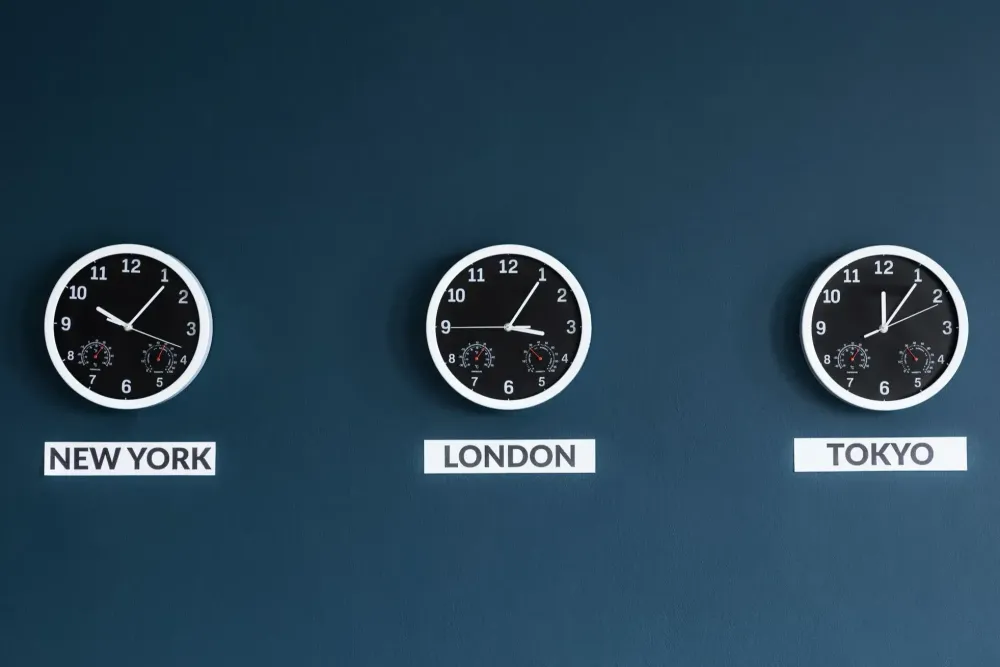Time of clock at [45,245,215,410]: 10:06
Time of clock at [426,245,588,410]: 3:05
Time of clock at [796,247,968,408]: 12:06
